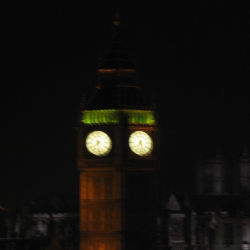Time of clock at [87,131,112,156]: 7:28
